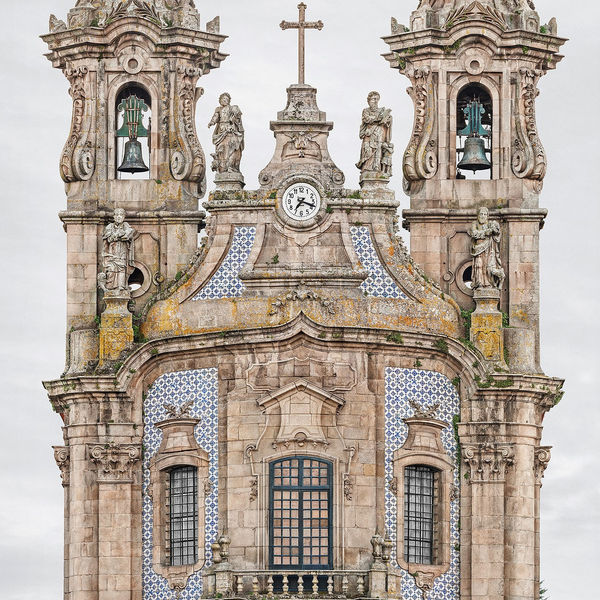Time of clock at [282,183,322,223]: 7:18
